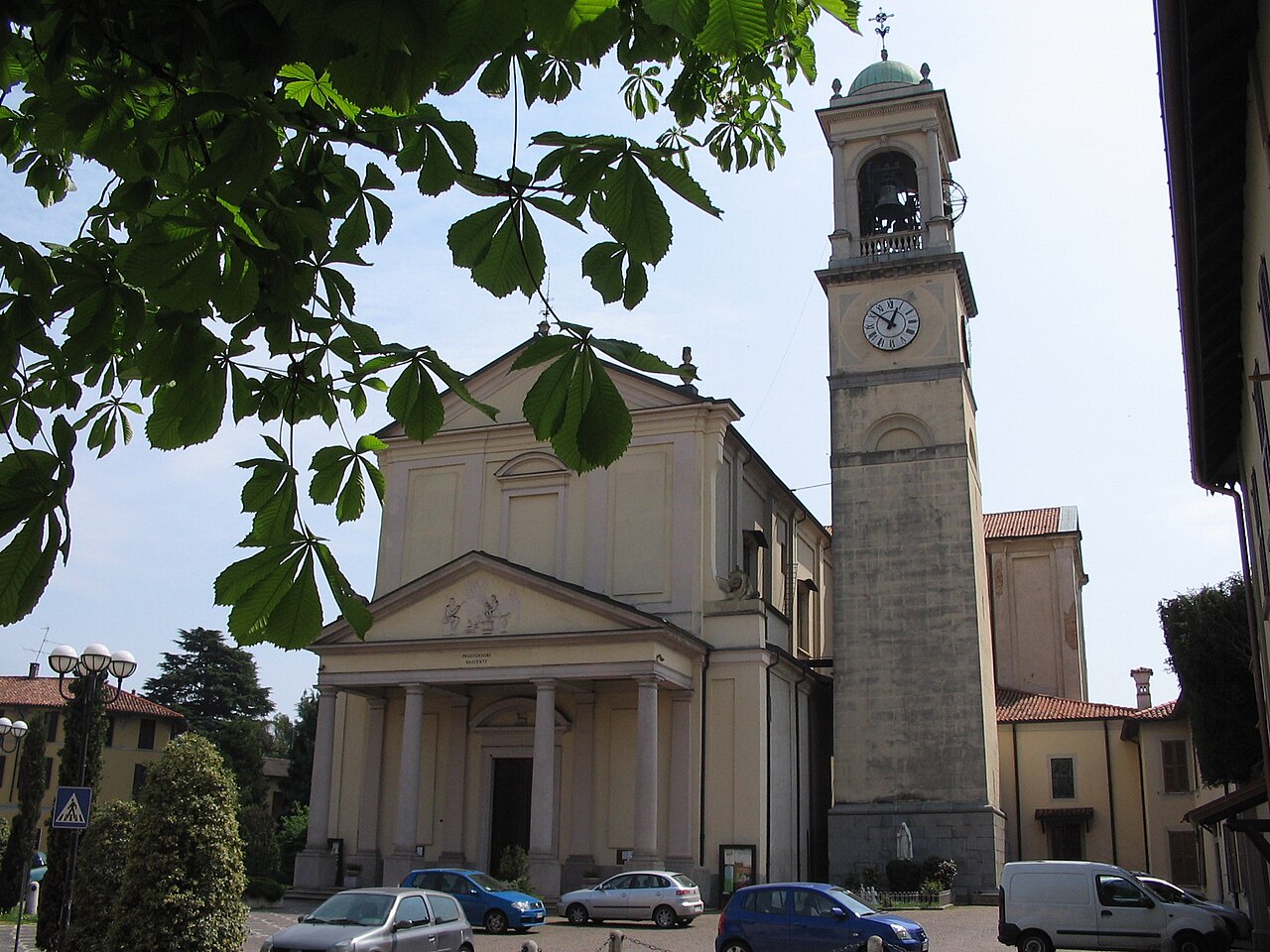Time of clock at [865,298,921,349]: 12:51
